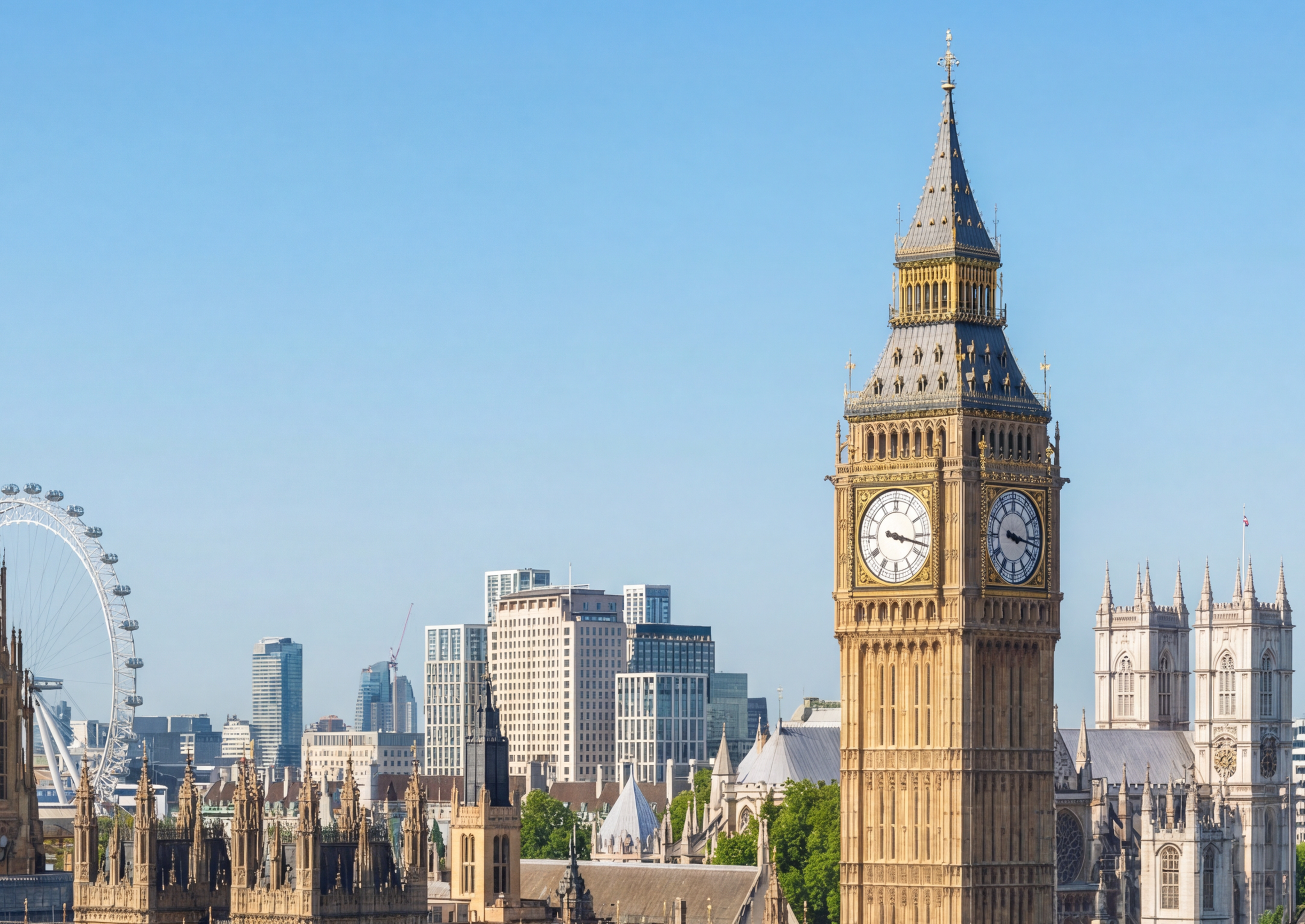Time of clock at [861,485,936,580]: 3:17
